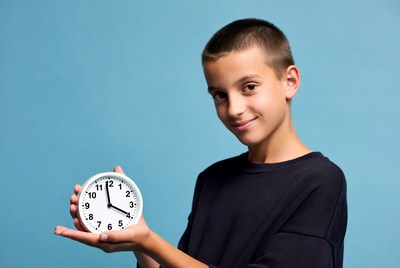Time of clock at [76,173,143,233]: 3:58
